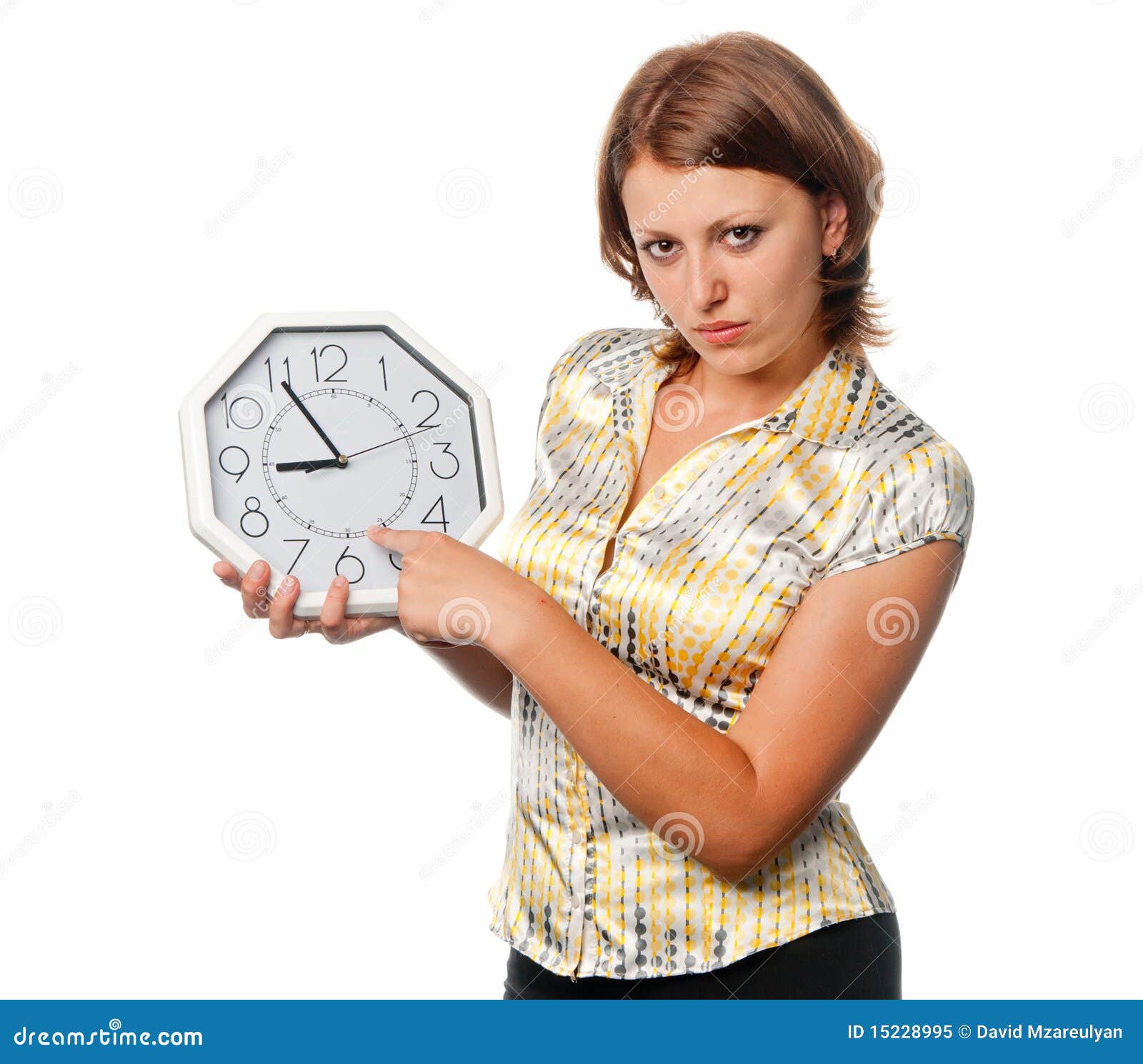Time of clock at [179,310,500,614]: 8:54
